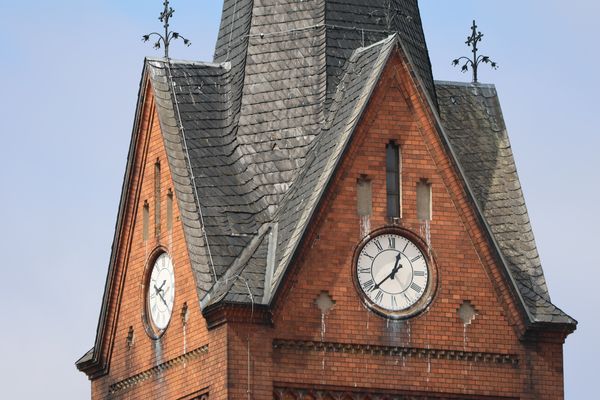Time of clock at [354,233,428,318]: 12:38
